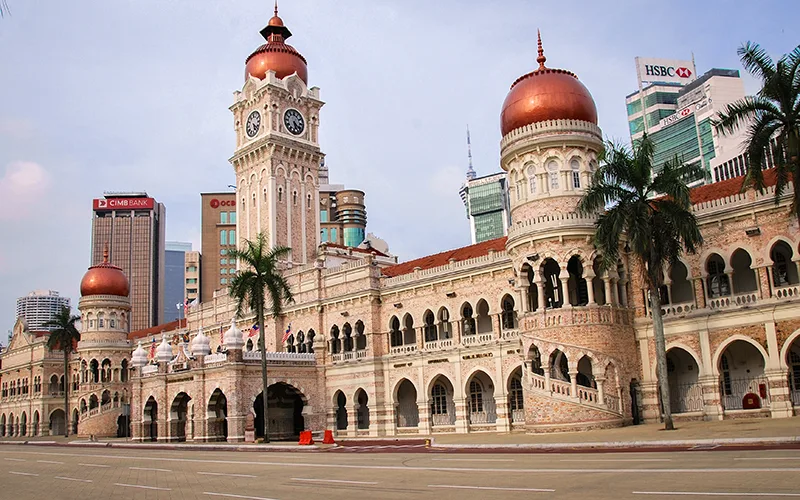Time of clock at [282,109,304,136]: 5:20
